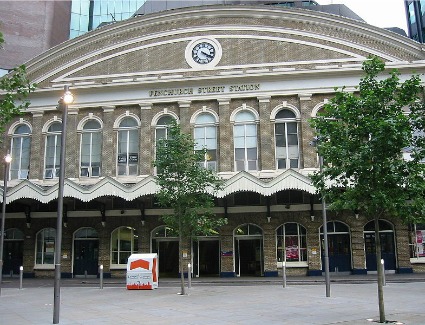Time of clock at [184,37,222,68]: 4:19
